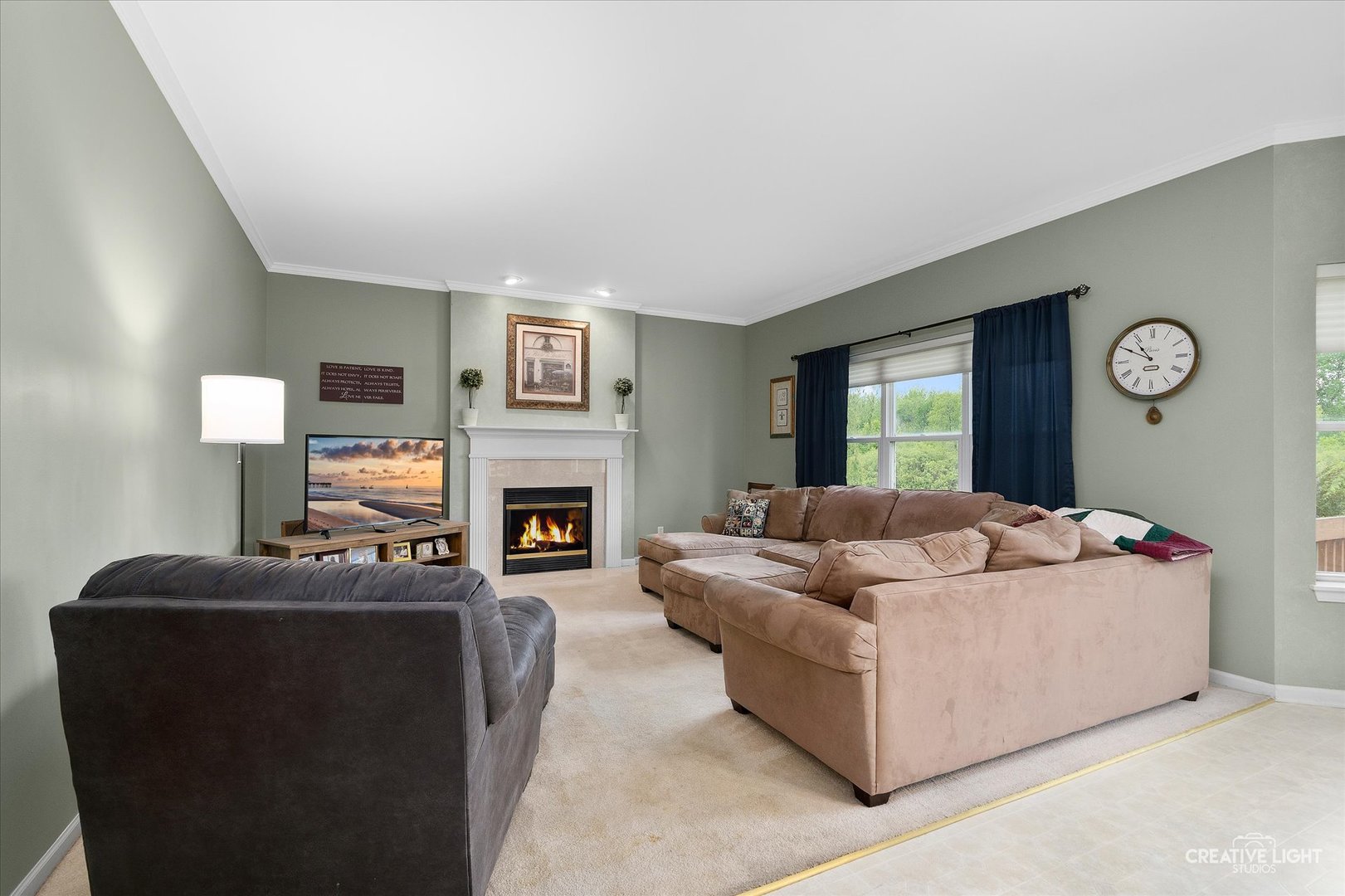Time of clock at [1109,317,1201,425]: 10:49
